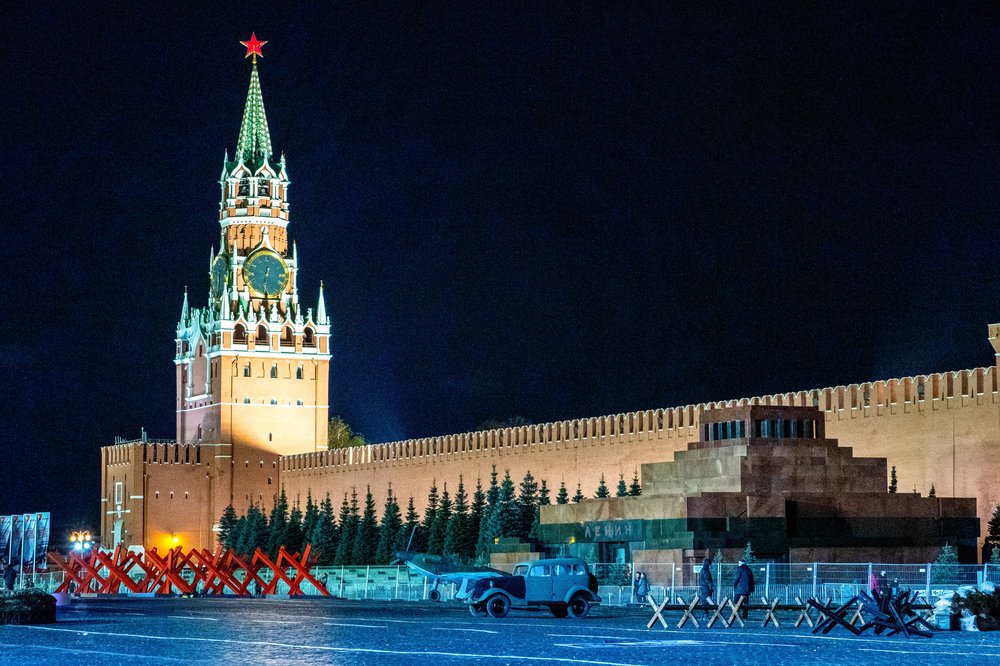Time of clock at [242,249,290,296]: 6:32
